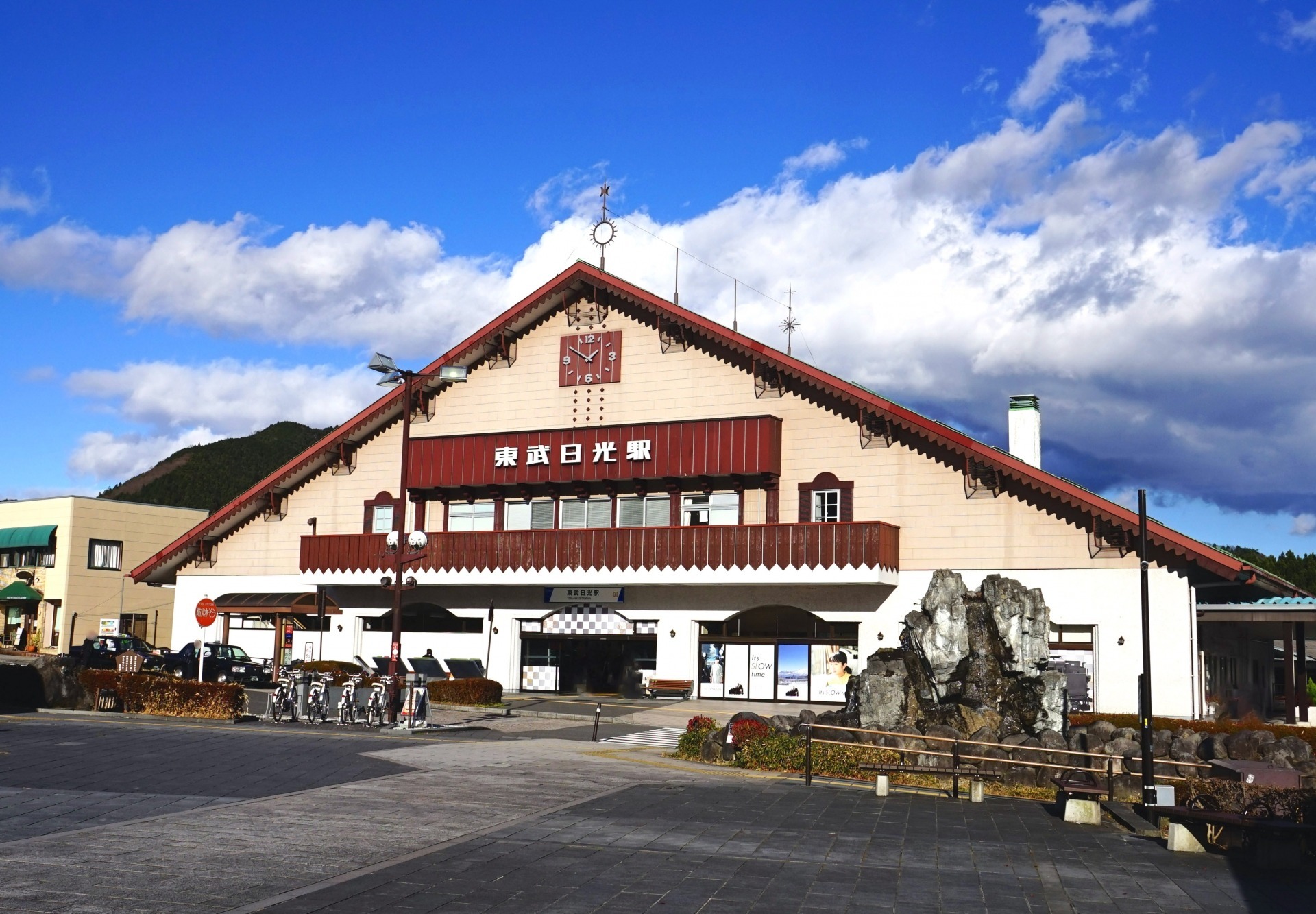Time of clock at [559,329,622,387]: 1:50
